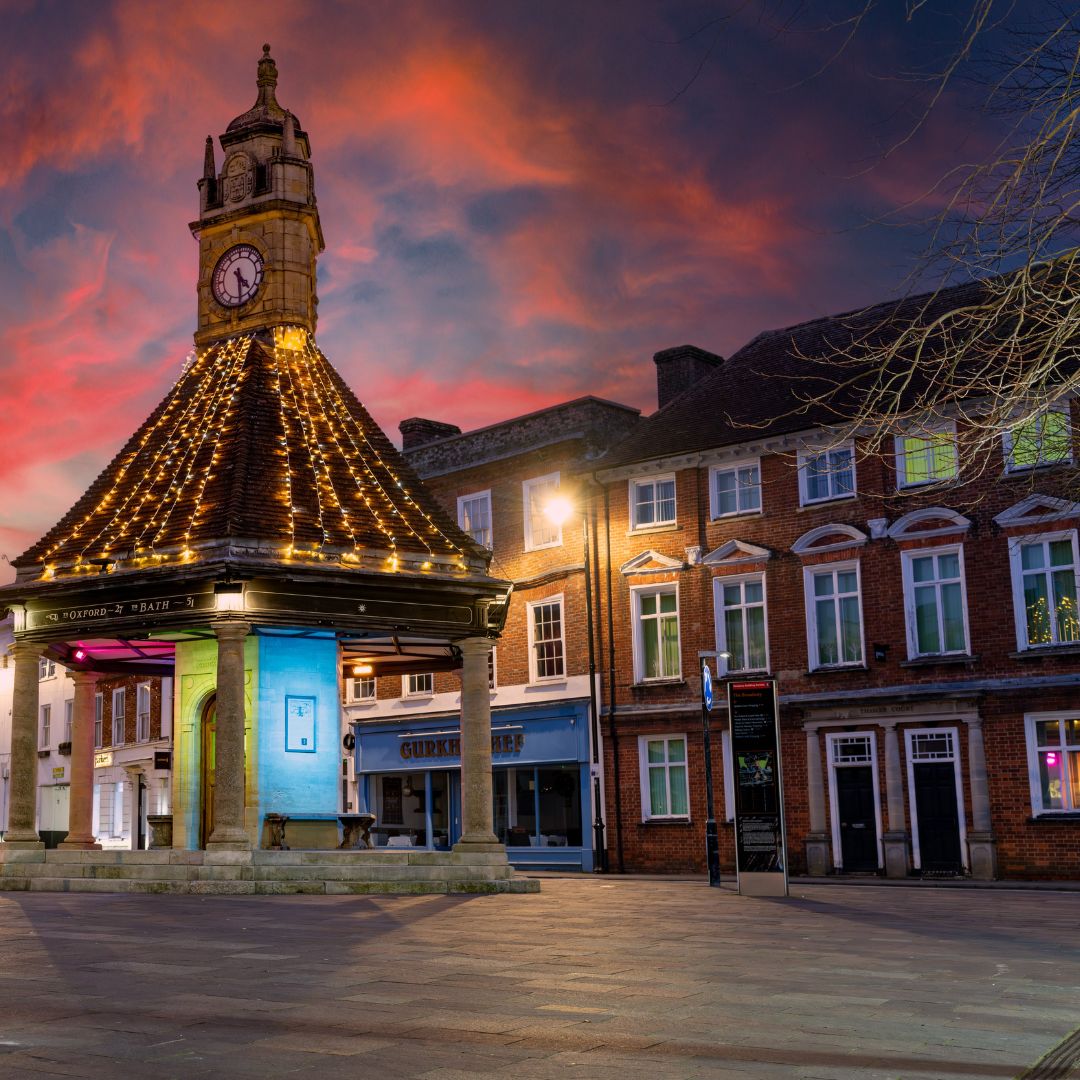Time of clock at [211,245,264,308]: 4:29
